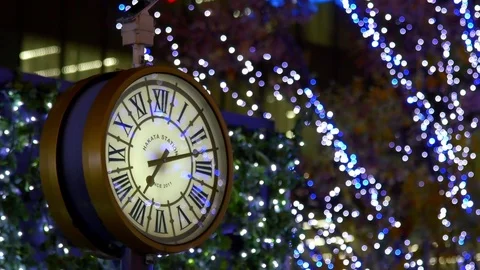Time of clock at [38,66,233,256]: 7:12
